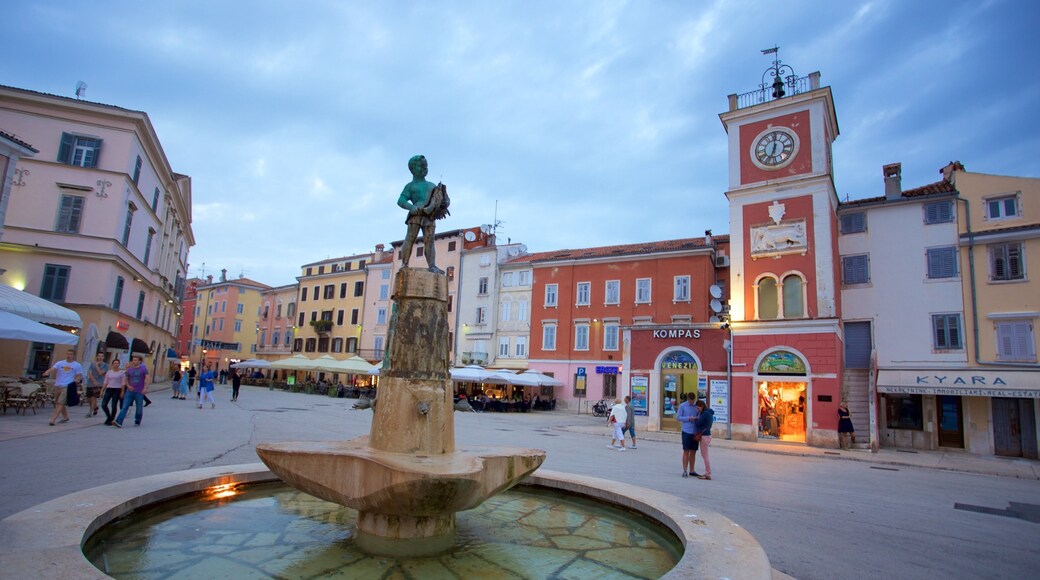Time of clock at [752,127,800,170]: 7:00
